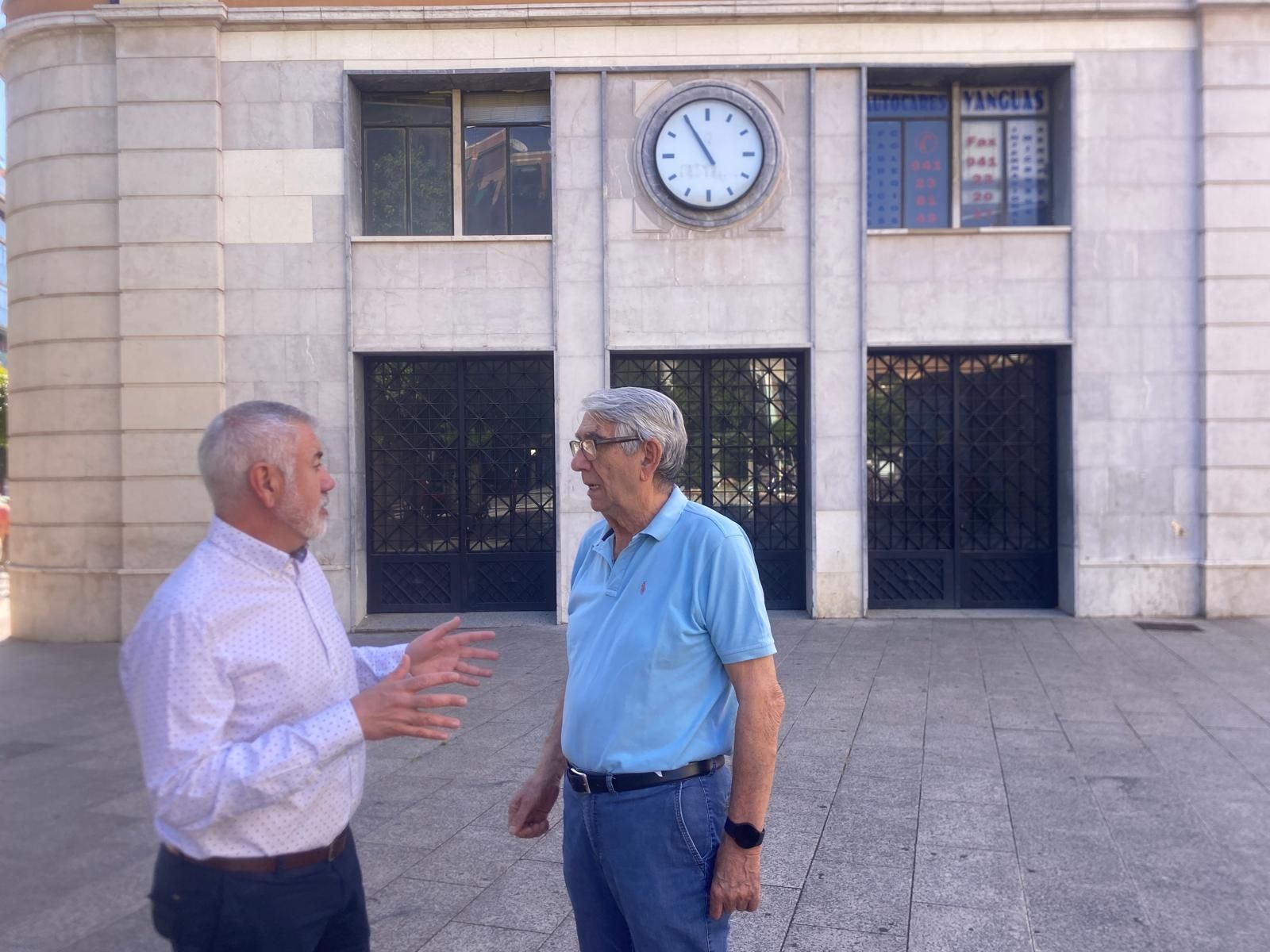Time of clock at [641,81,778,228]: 10:54
